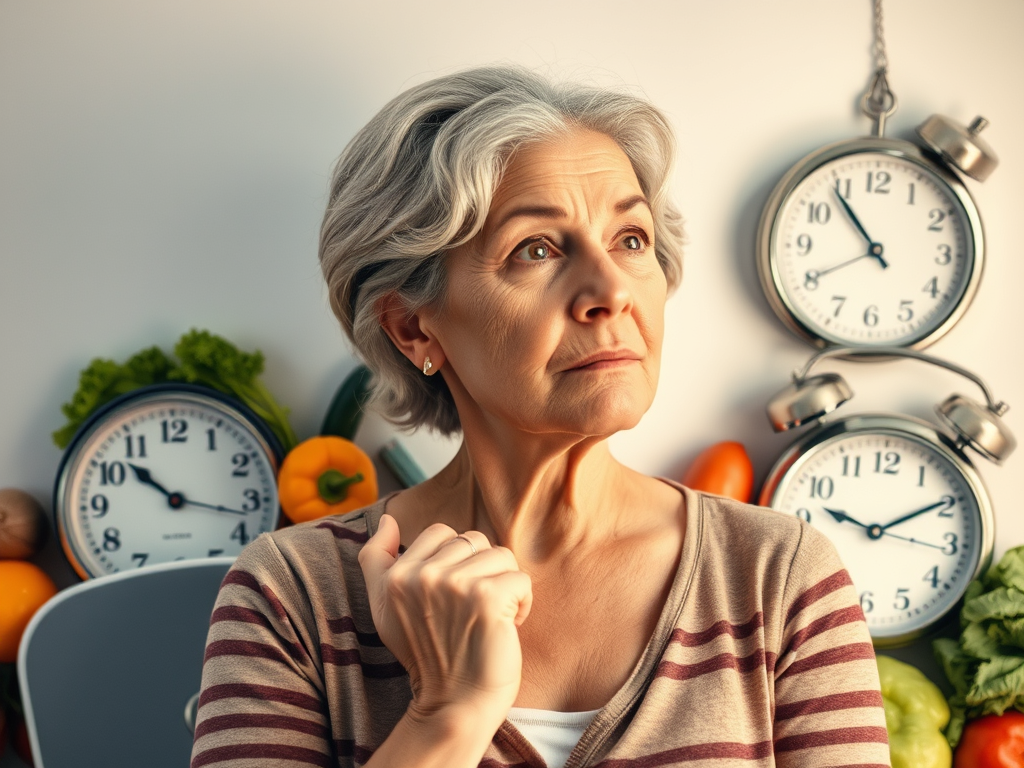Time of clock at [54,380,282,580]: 10:17
